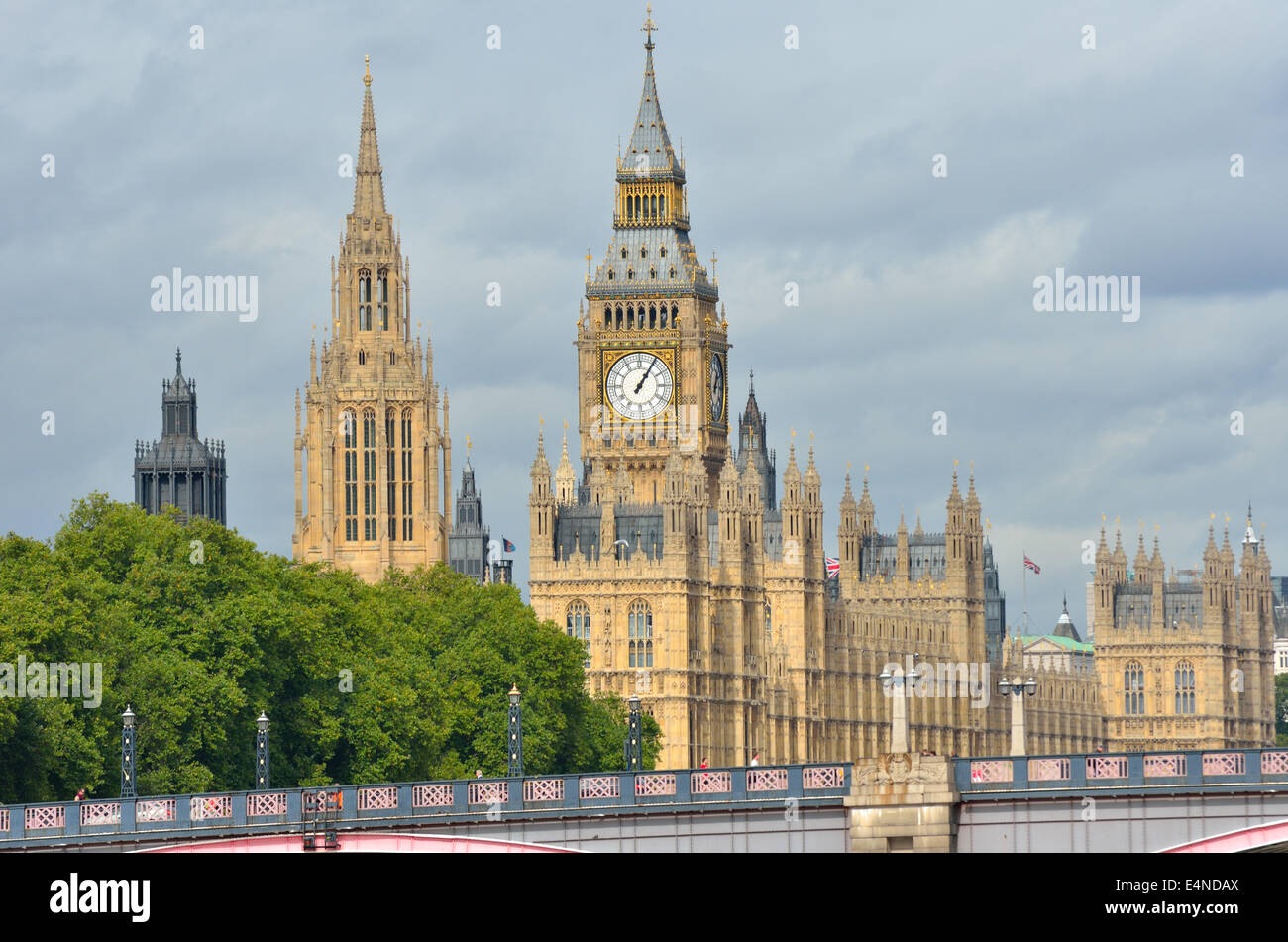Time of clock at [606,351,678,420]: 1:05
